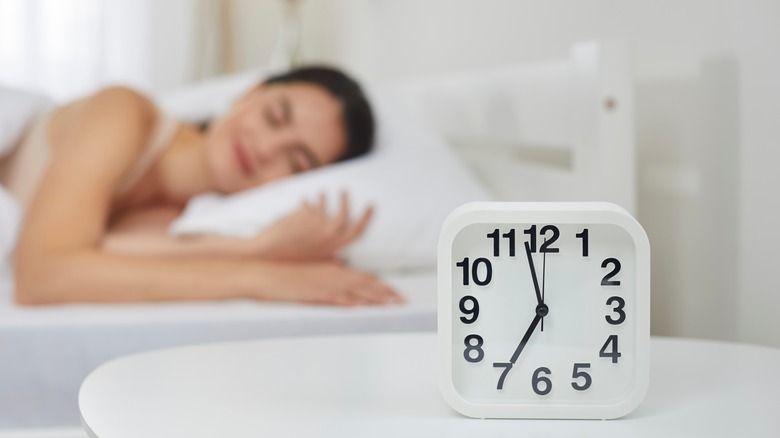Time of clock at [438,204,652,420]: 6:57
